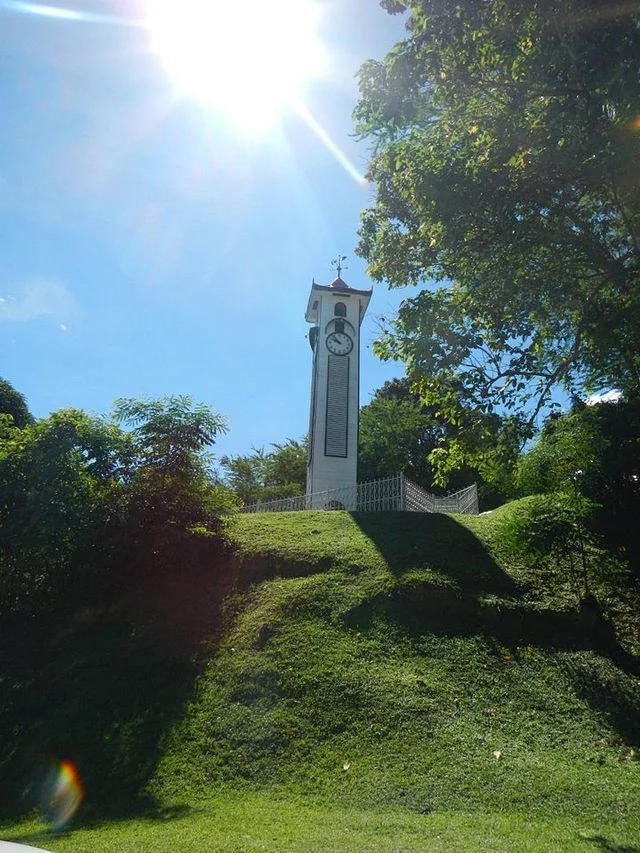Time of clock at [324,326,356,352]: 9:52
